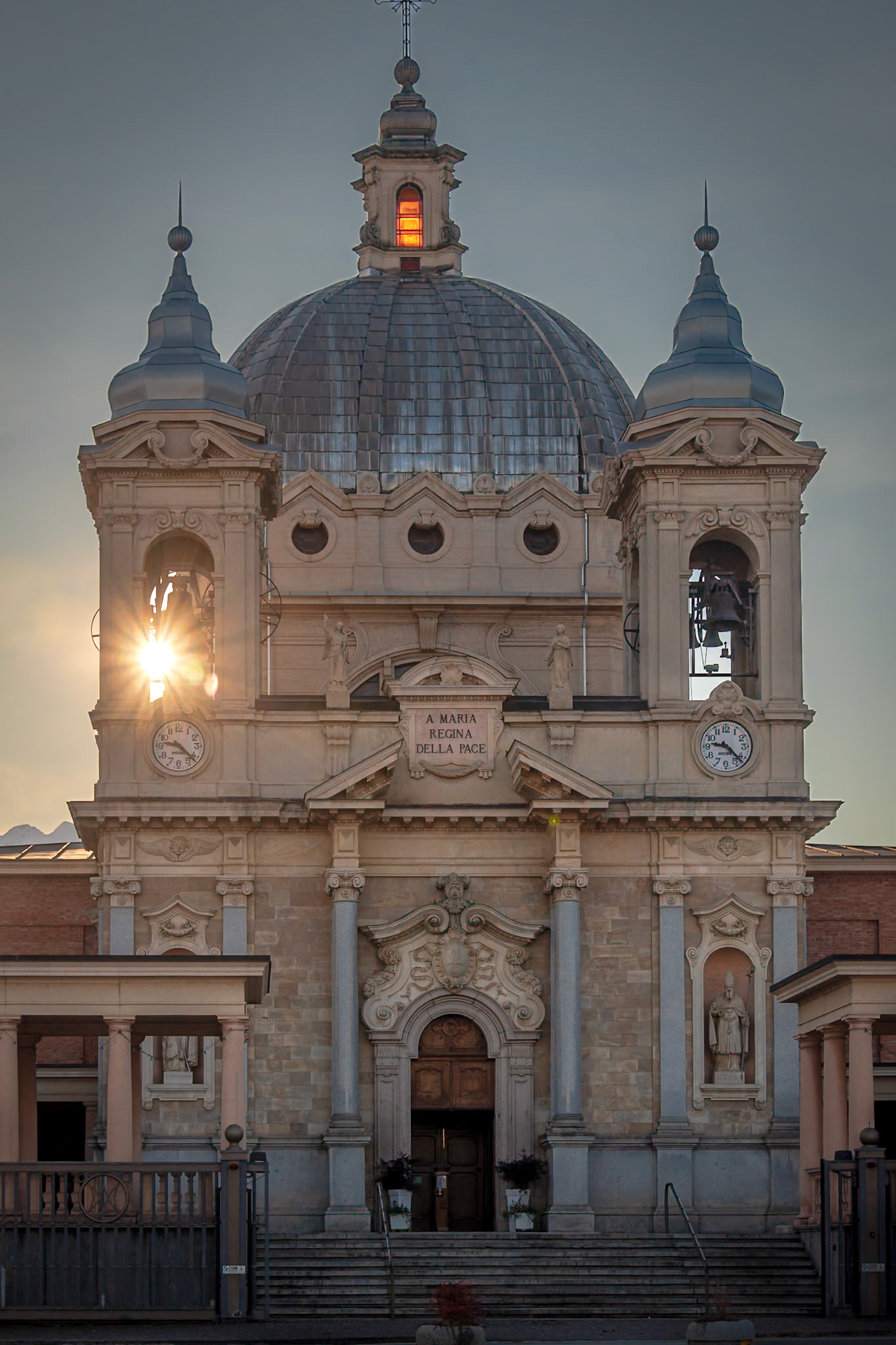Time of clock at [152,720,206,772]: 9:22
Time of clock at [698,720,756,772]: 9:22
